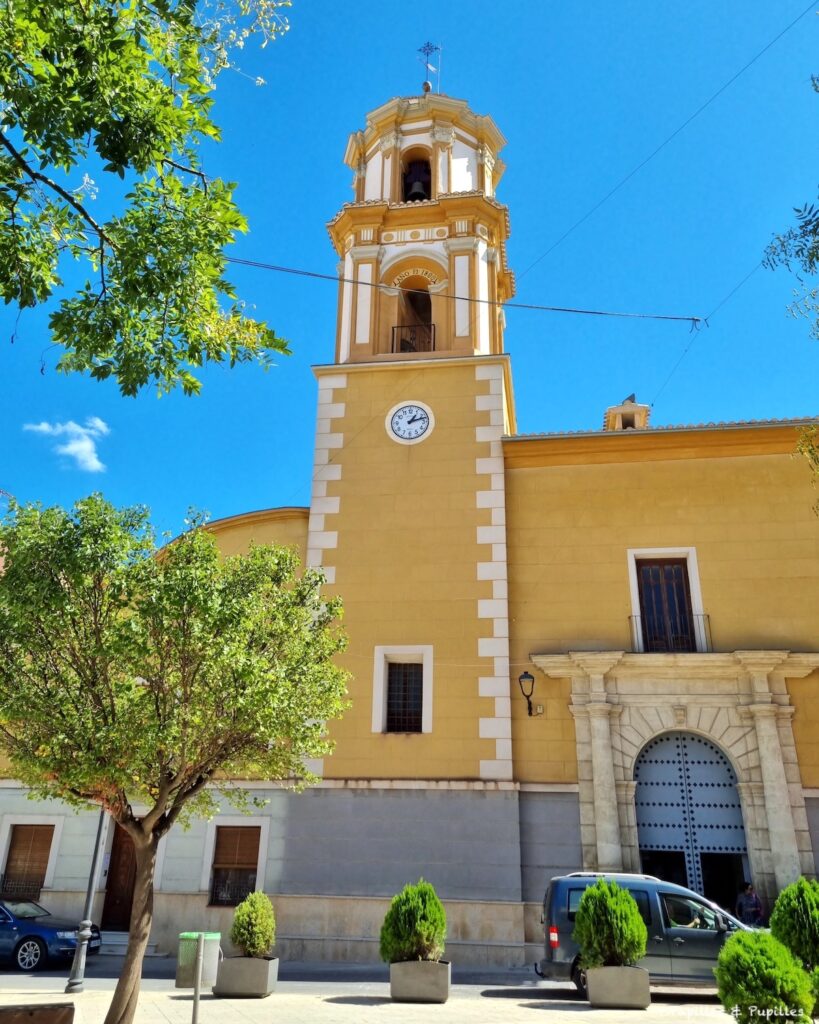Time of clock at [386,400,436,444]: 1:12
